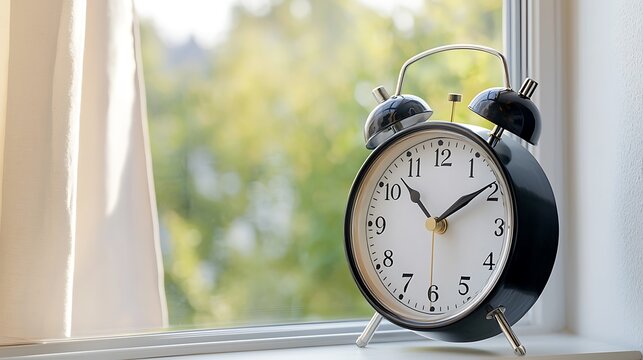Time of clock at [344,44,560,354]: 1:52
